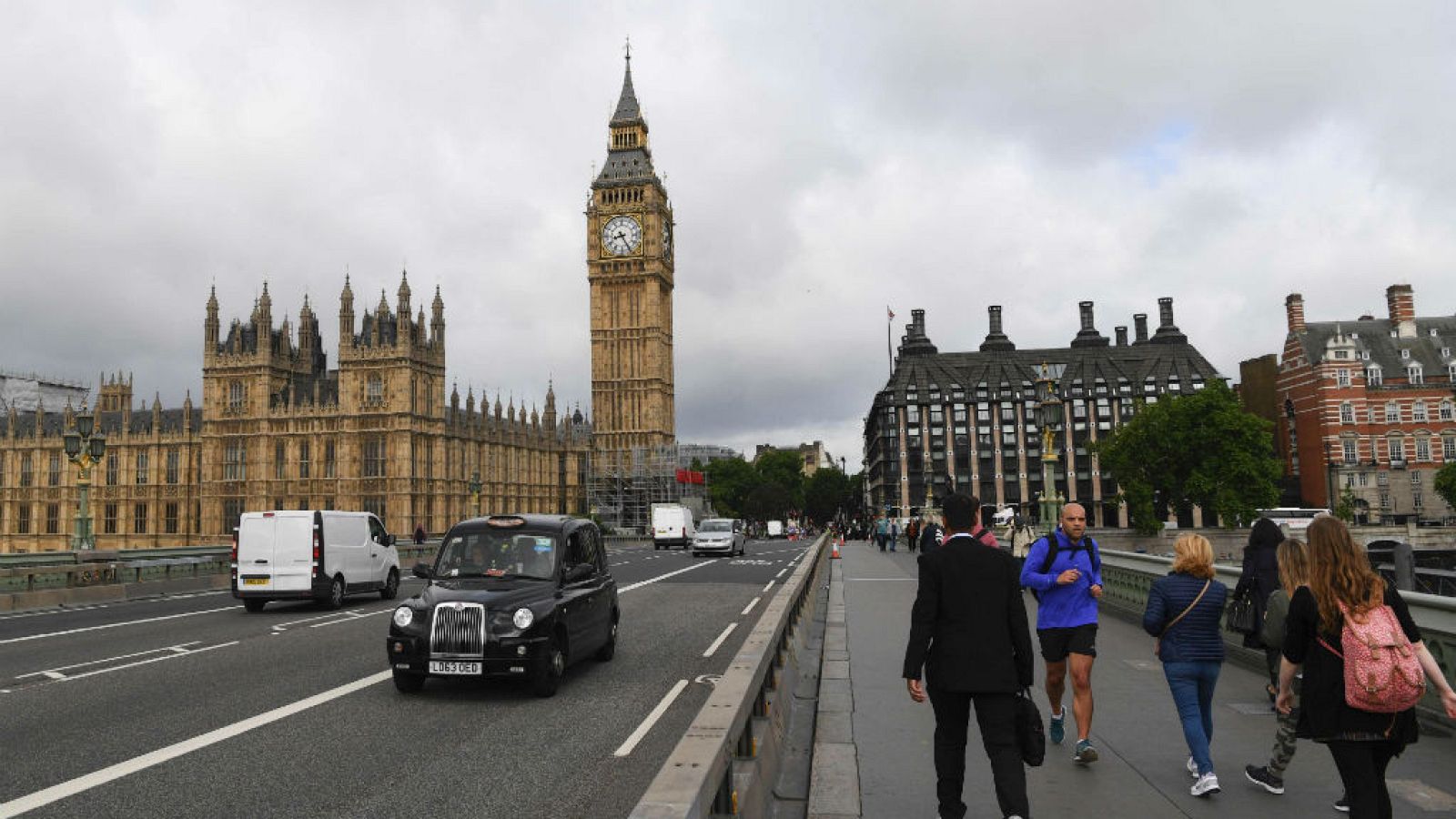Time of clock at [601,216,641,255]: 8:25
